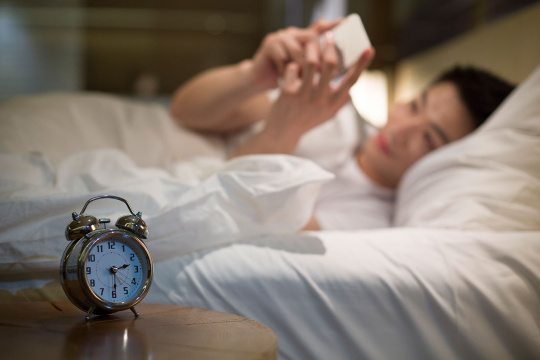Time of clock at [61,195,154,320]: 2:29
